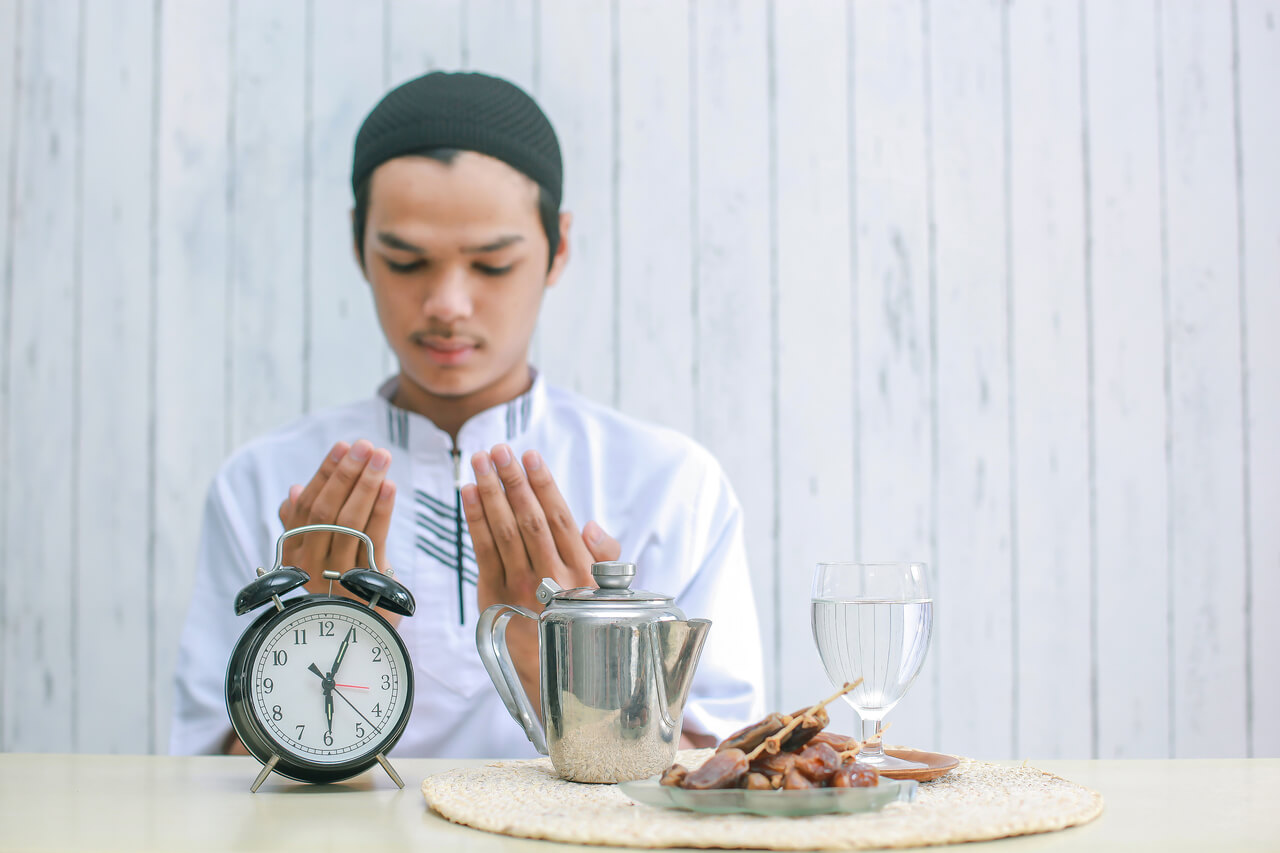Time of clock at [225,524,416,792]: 6:04
